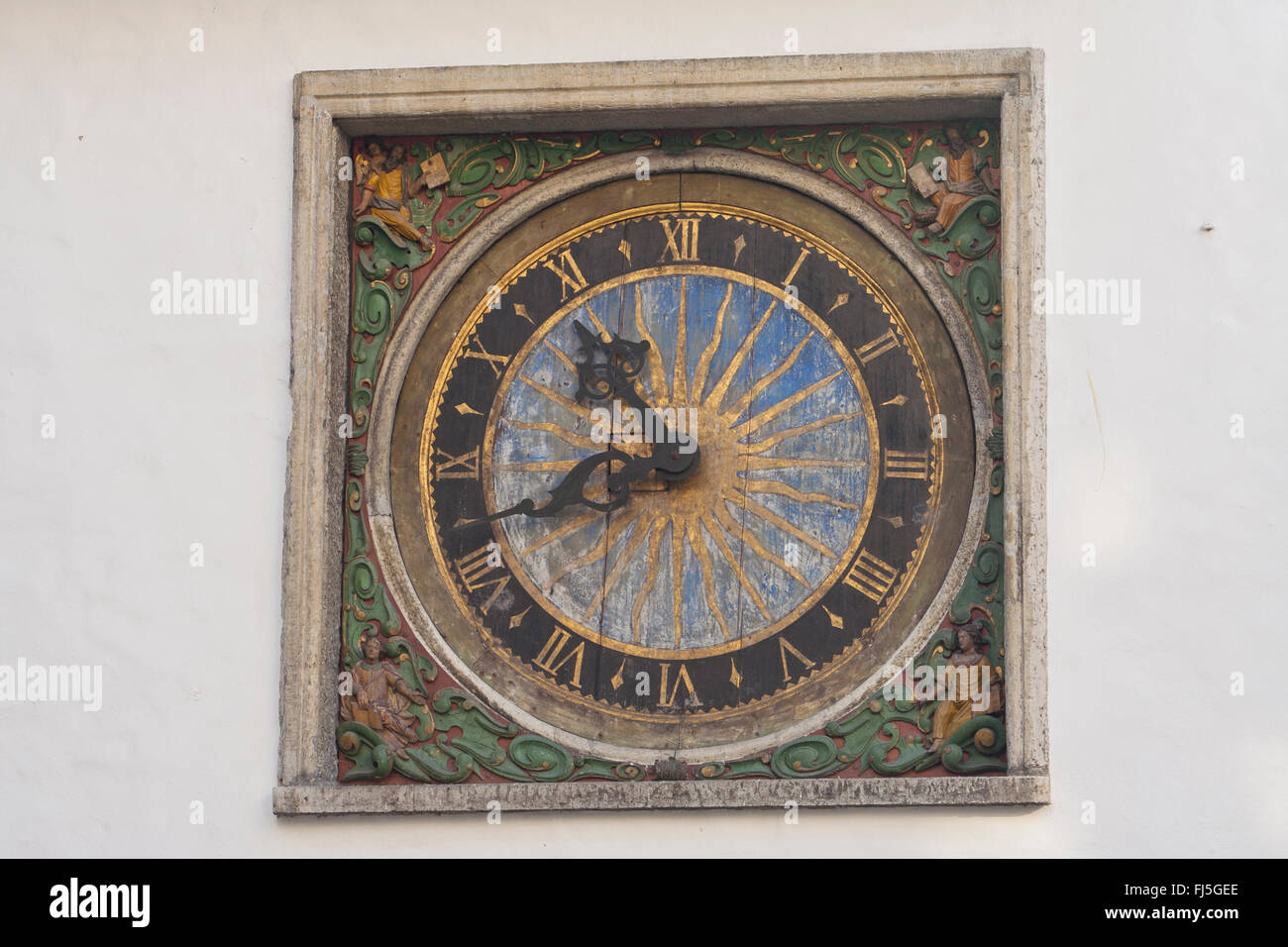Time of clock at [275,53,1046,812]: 10:41
